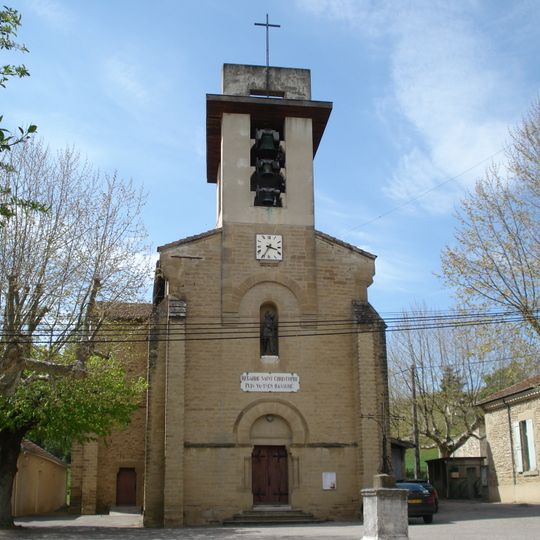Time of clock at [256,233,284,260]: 3:34
